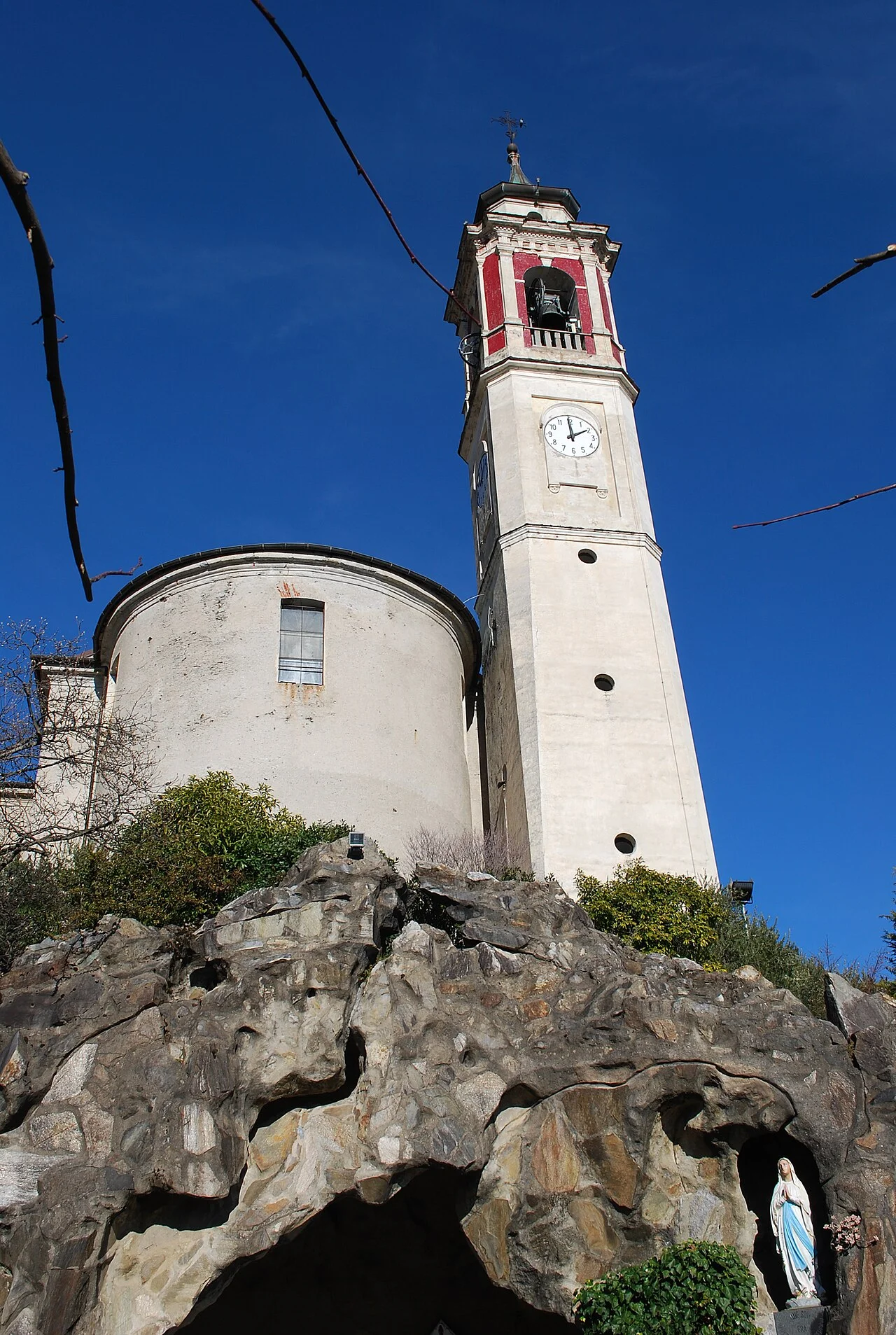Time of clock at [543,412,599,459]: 1:59
